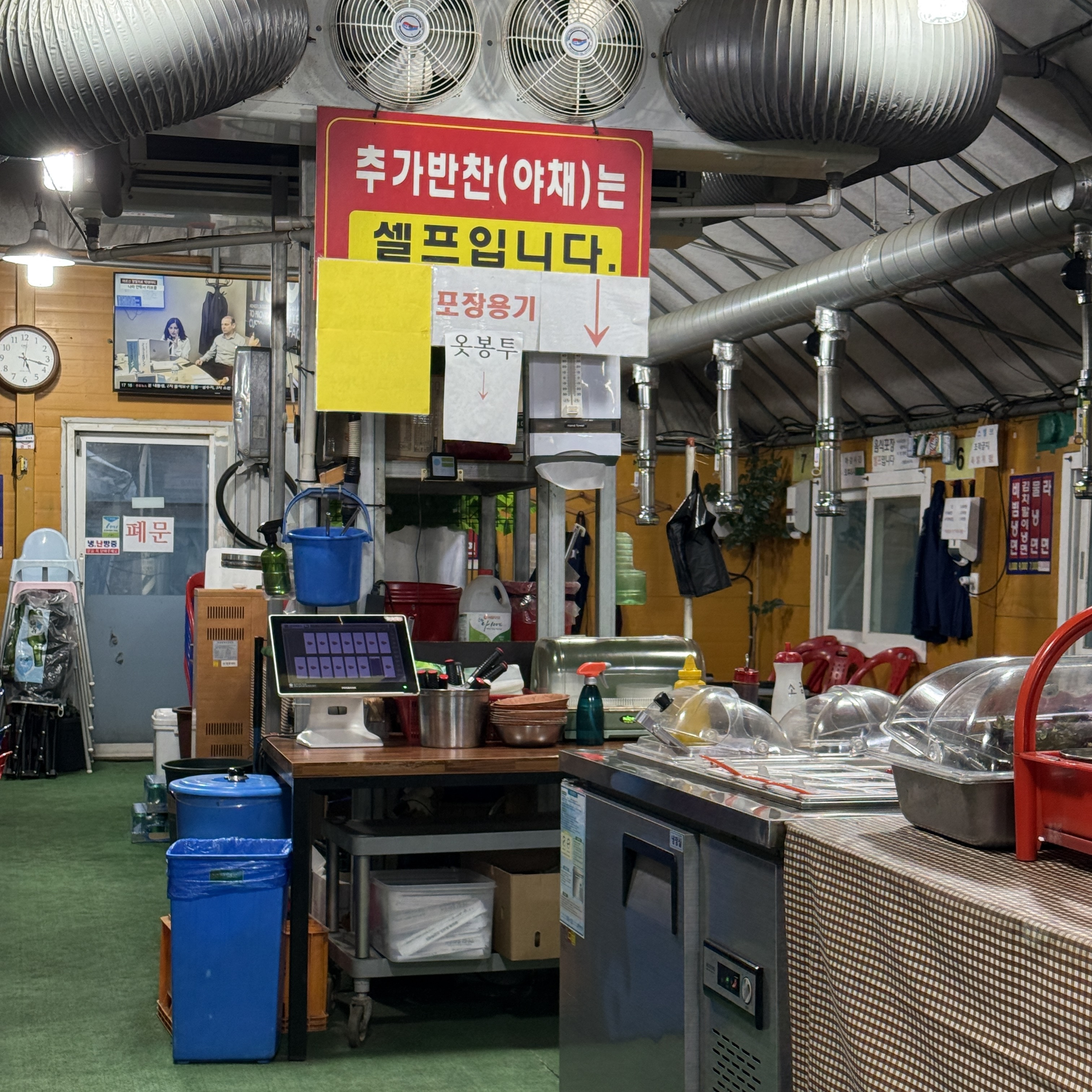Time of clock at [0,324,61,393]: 5:17
